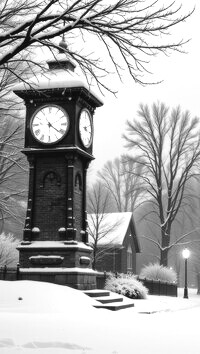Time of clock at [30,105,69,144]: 4:21
